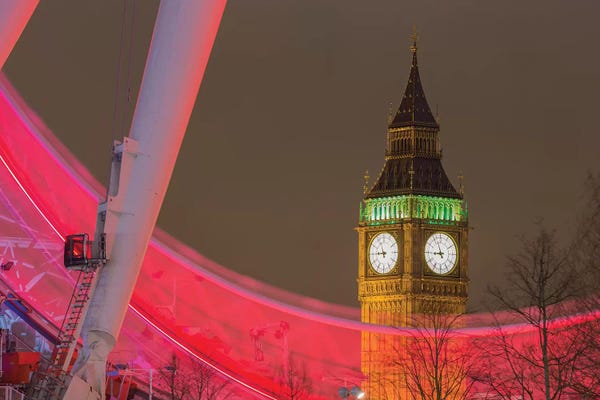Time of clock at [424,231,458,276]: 8:56
